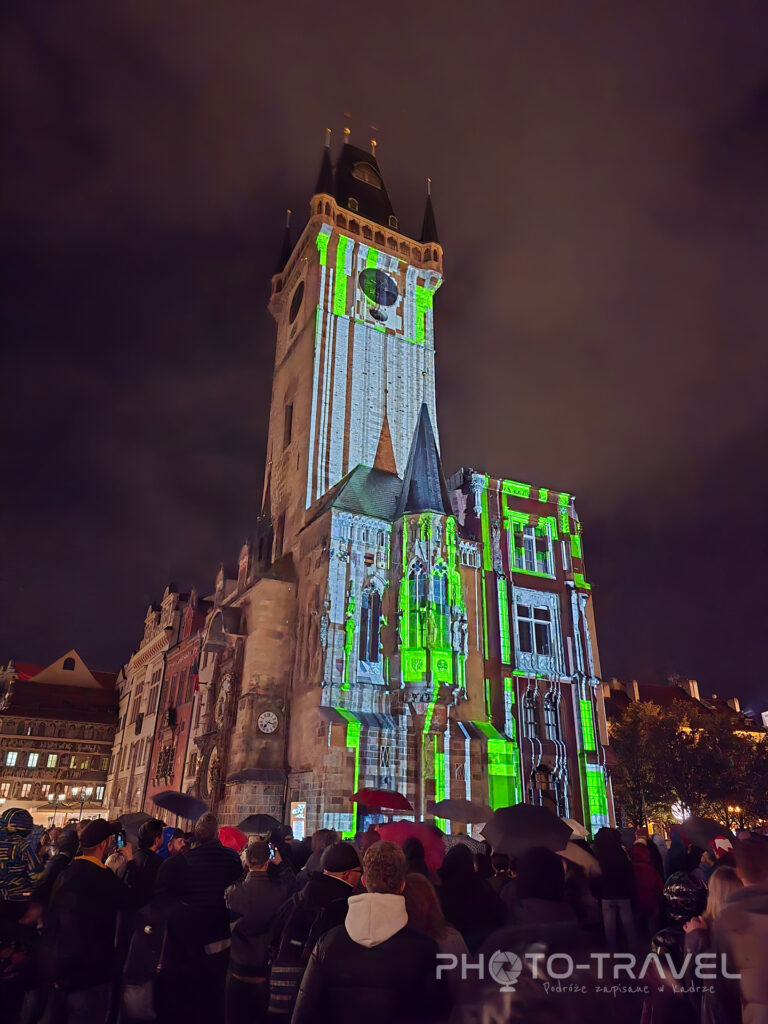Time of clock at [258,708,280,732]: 7:17
